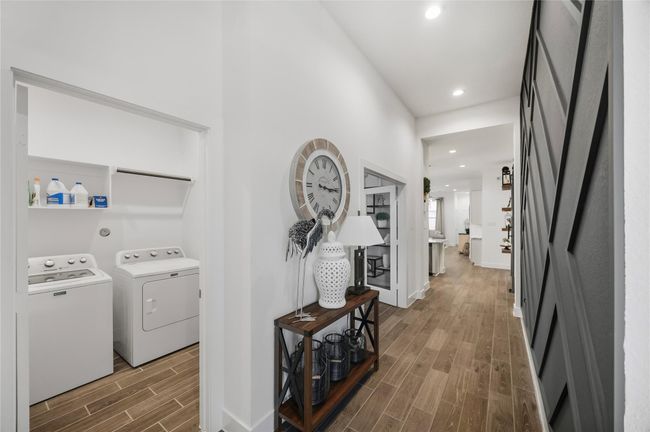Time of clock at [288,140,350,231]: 3:15
